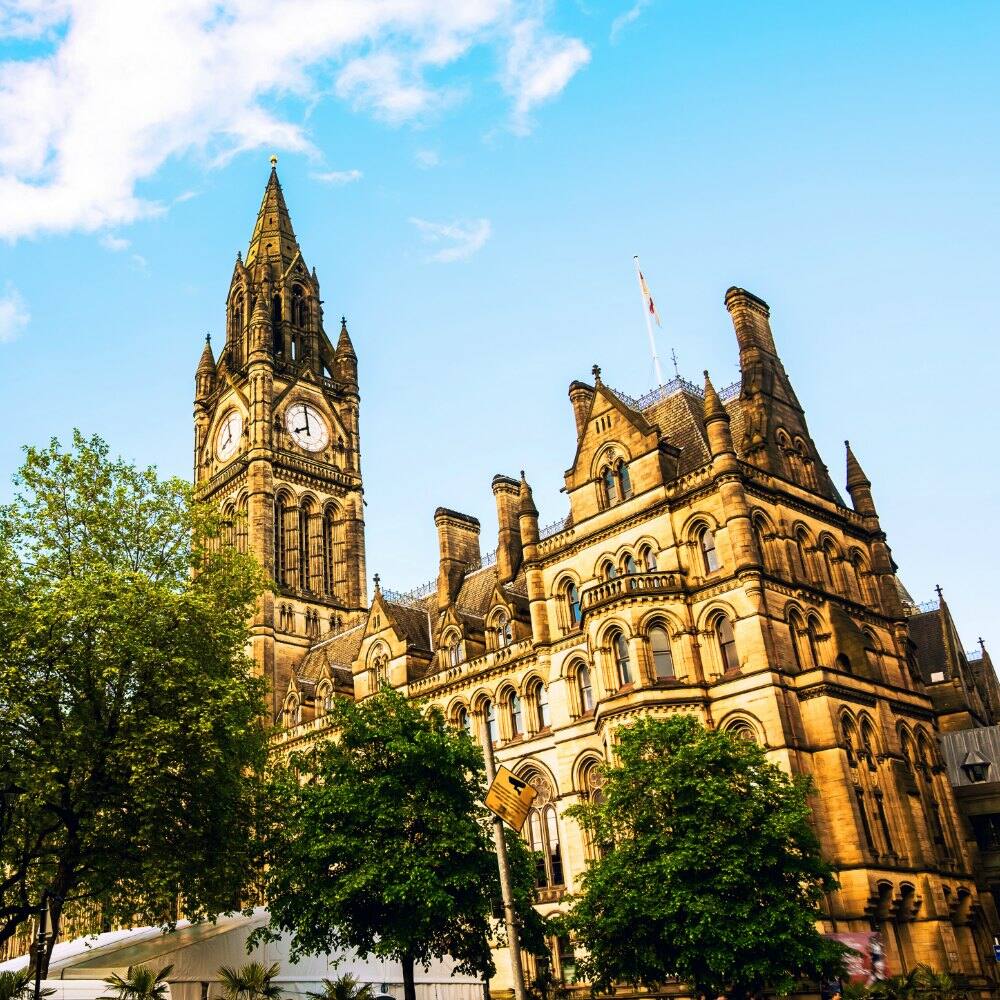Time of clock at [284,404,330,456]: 7:59
